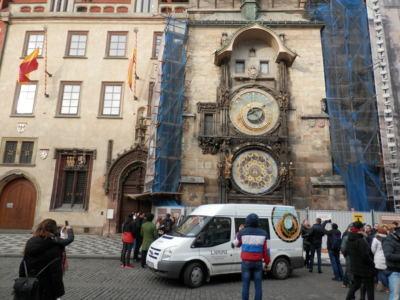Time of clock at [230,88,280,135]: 8:11
